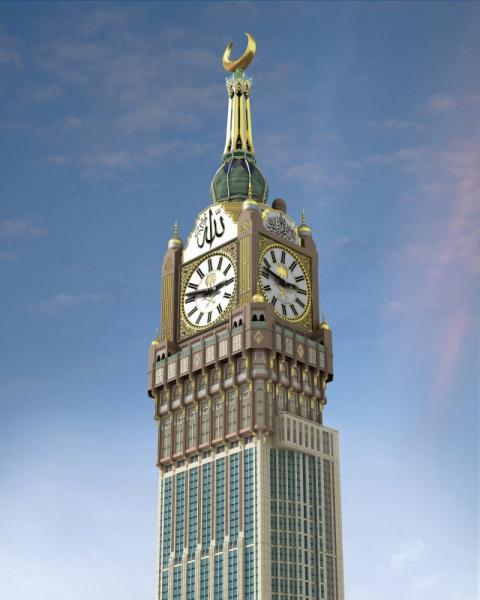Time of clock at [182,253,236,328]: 2:46
